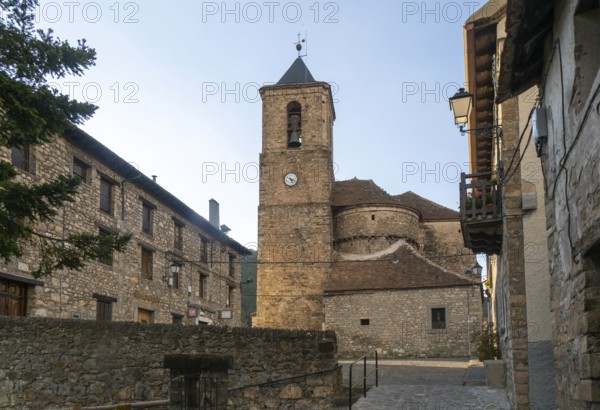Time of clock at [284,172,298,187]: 5:18
